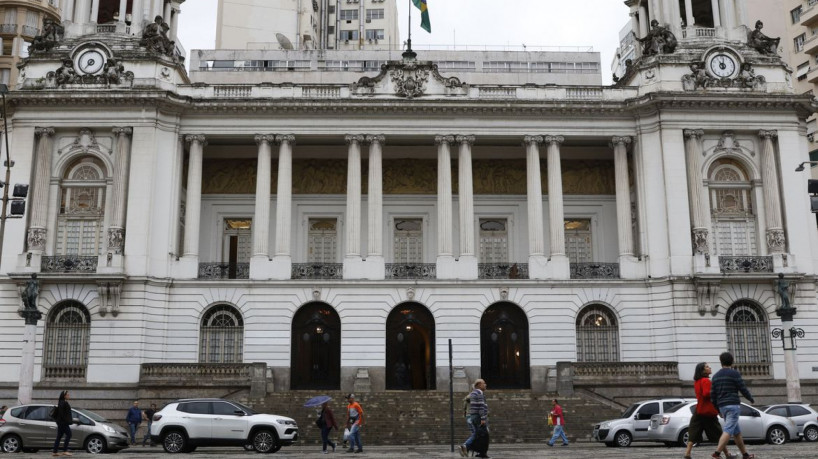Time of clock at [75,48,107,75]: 7:36
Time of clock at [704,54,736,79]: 11:01
